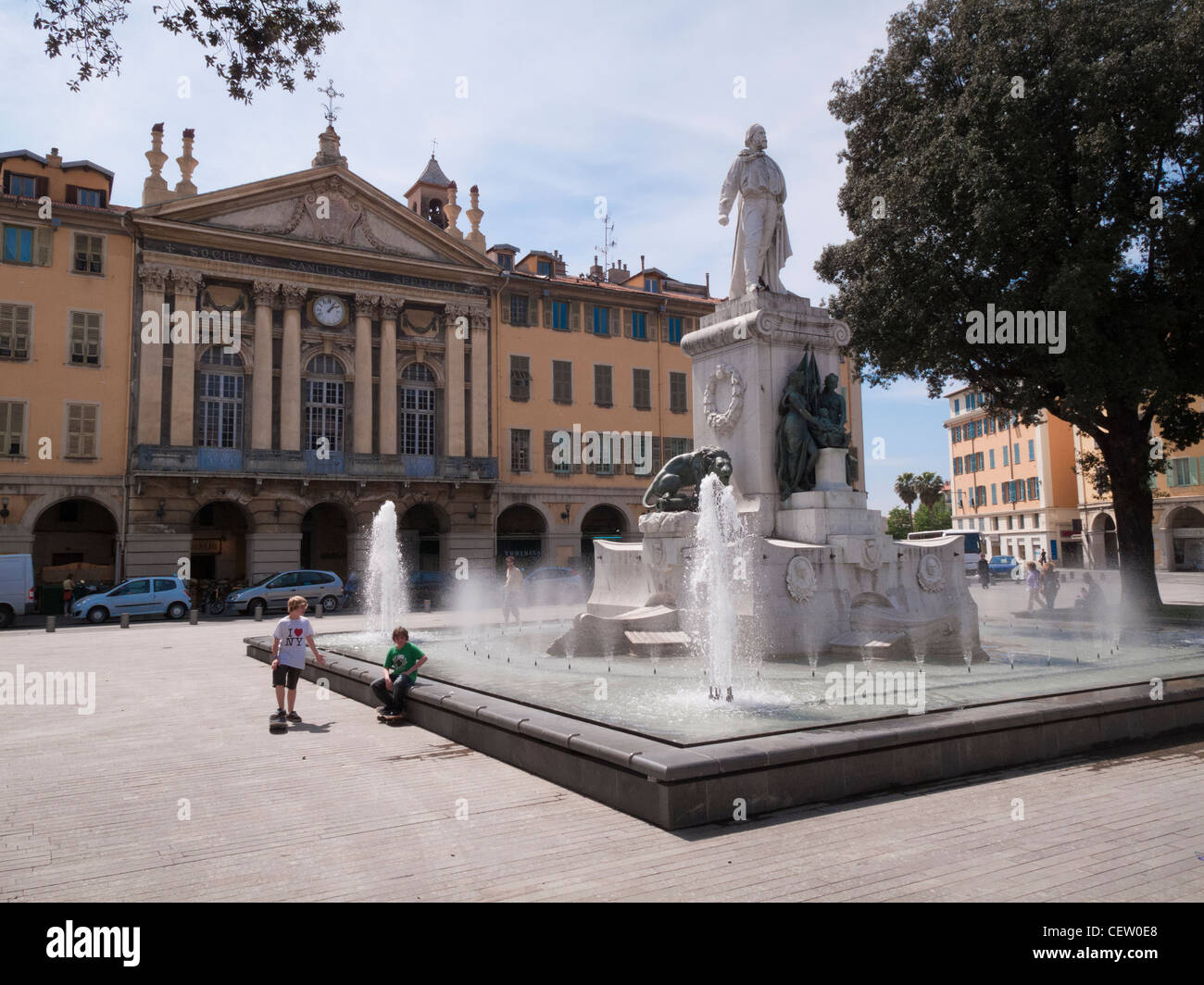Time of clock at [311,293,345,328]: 1:09
